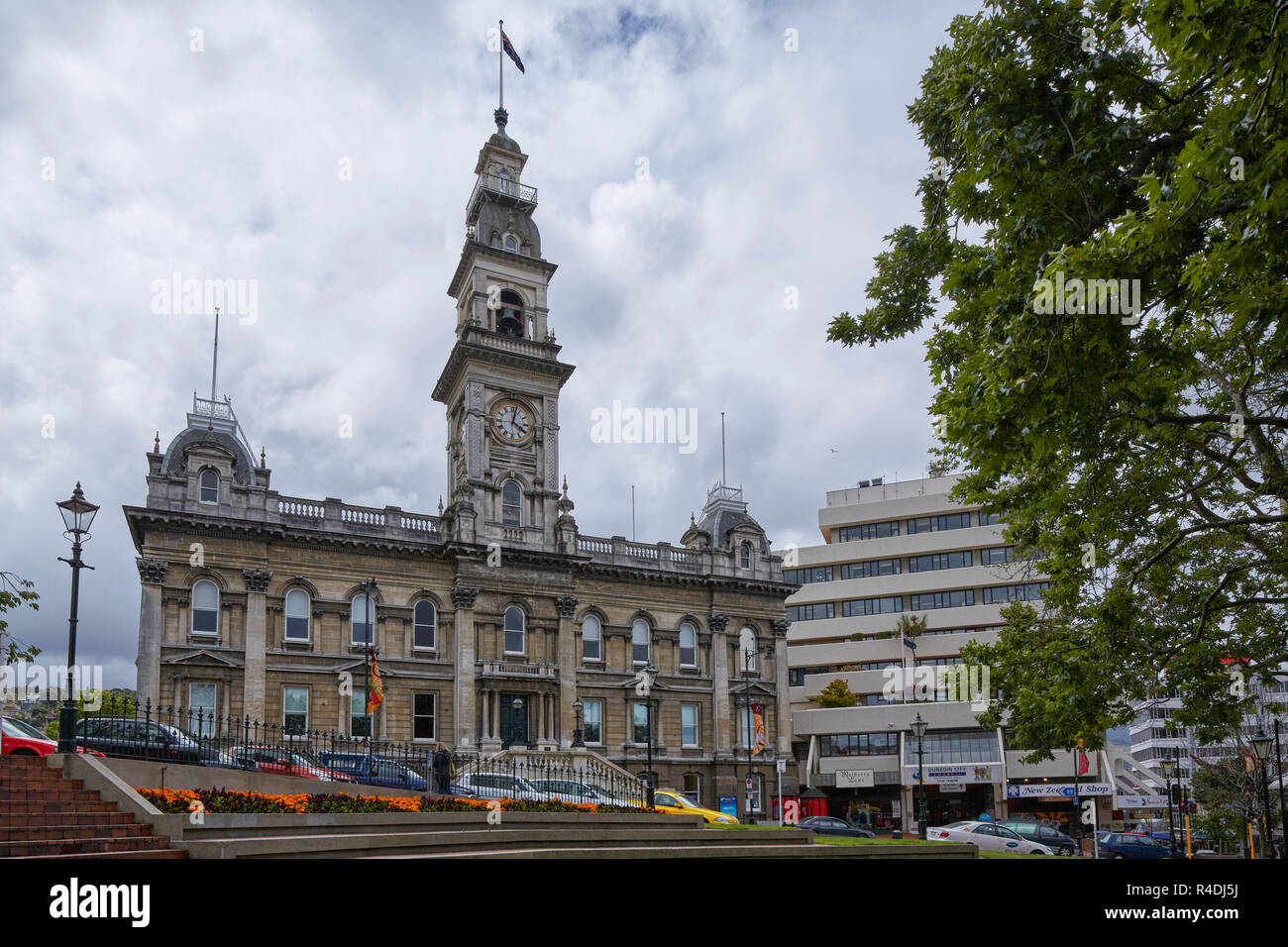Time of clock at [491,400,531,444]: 4:02
